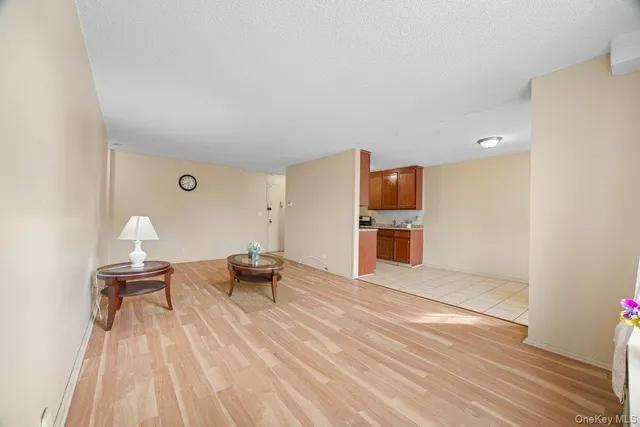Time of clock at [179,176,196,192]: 5:41
